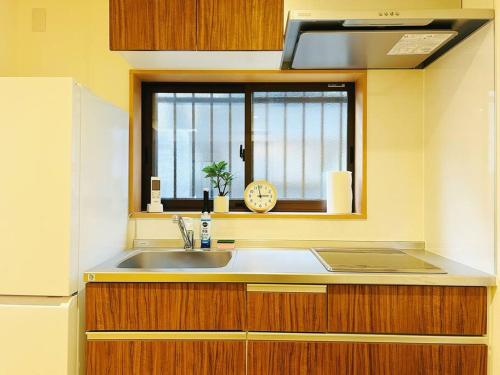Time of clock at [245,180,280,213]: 2:58
